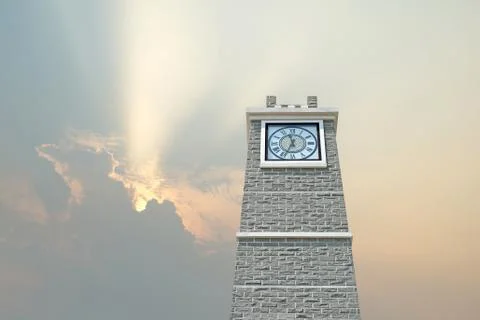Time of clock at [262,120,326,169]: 11:33
